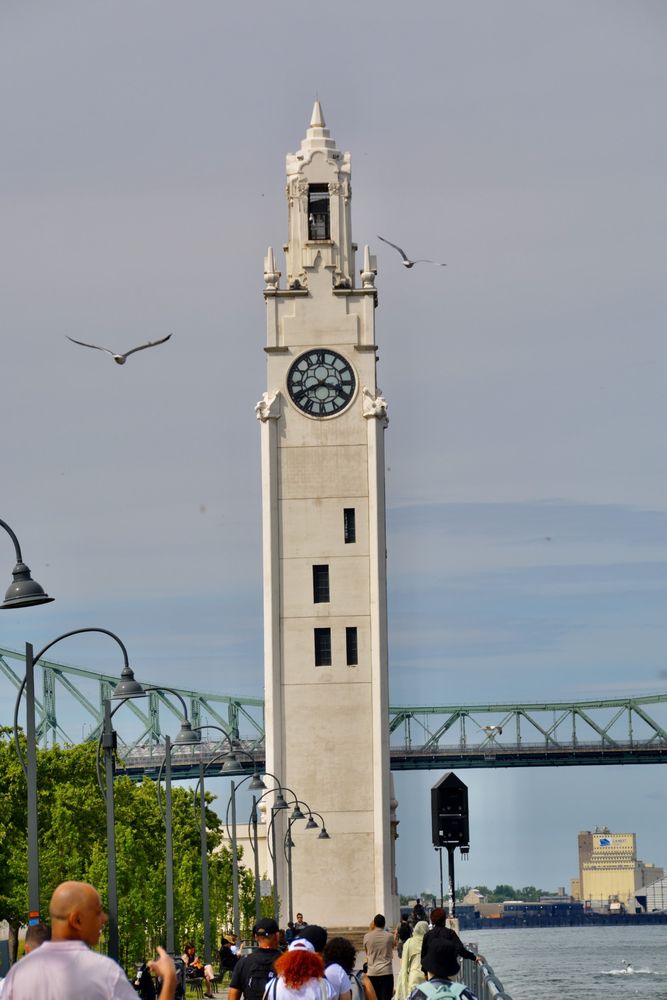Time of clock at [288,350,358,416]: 3:40
